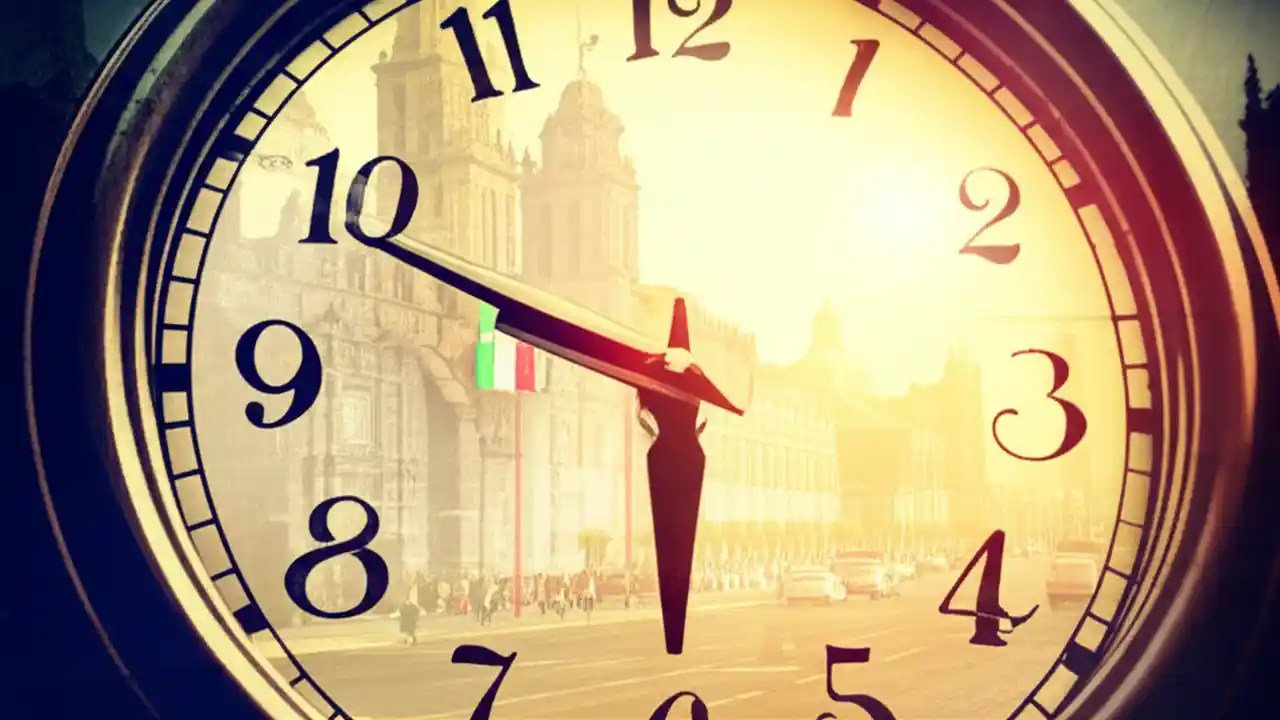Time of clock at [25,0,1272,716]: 5:49
